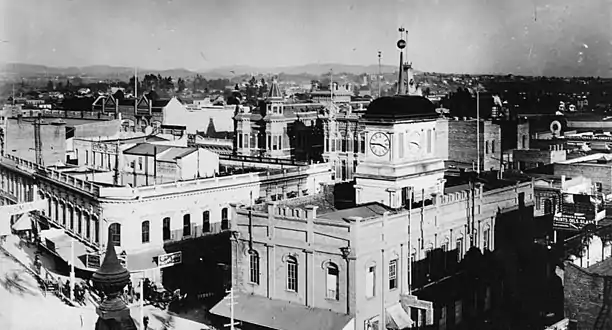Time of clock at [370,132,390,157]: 3:44
